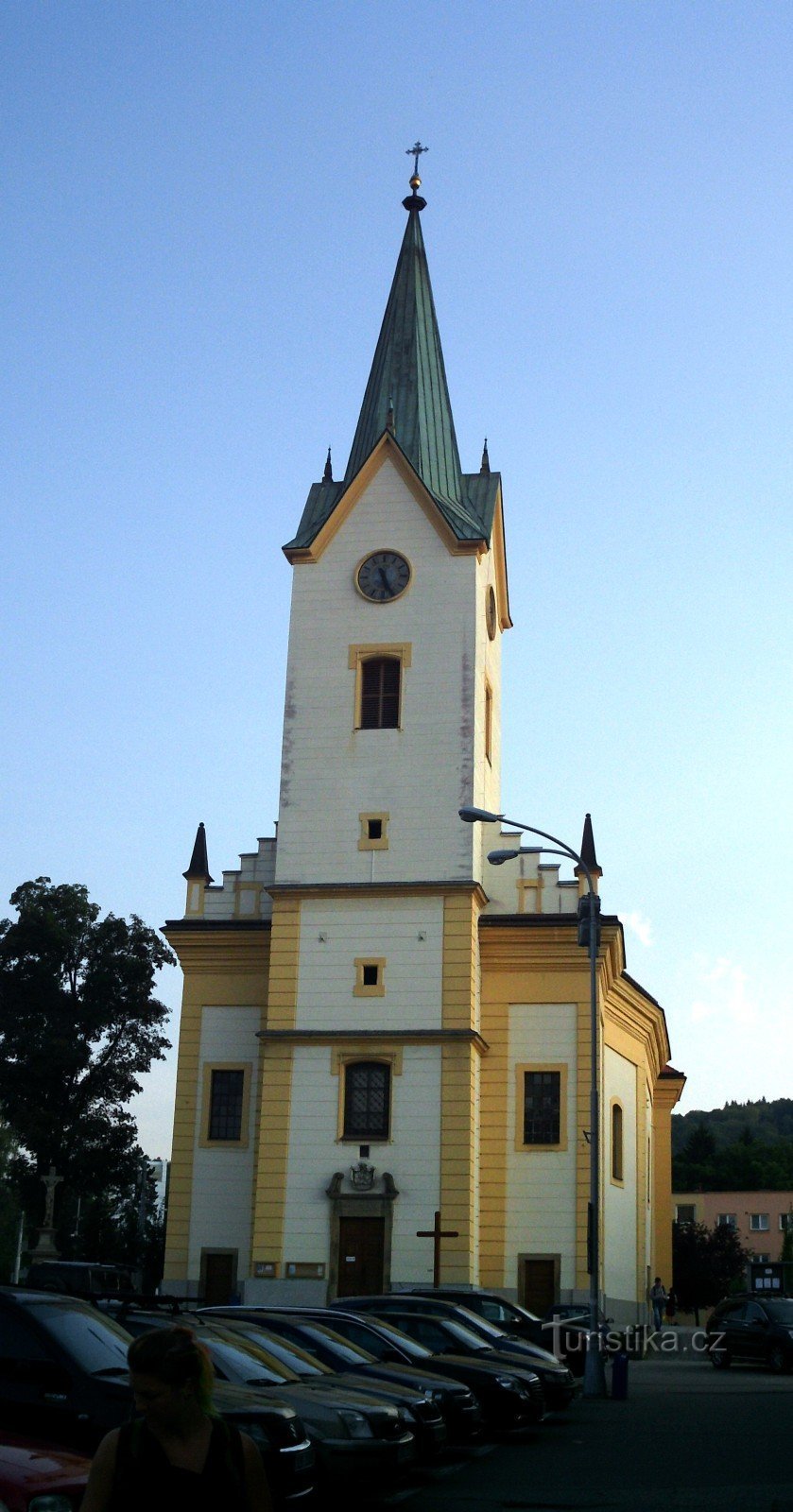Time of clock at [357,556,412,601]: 12:26
